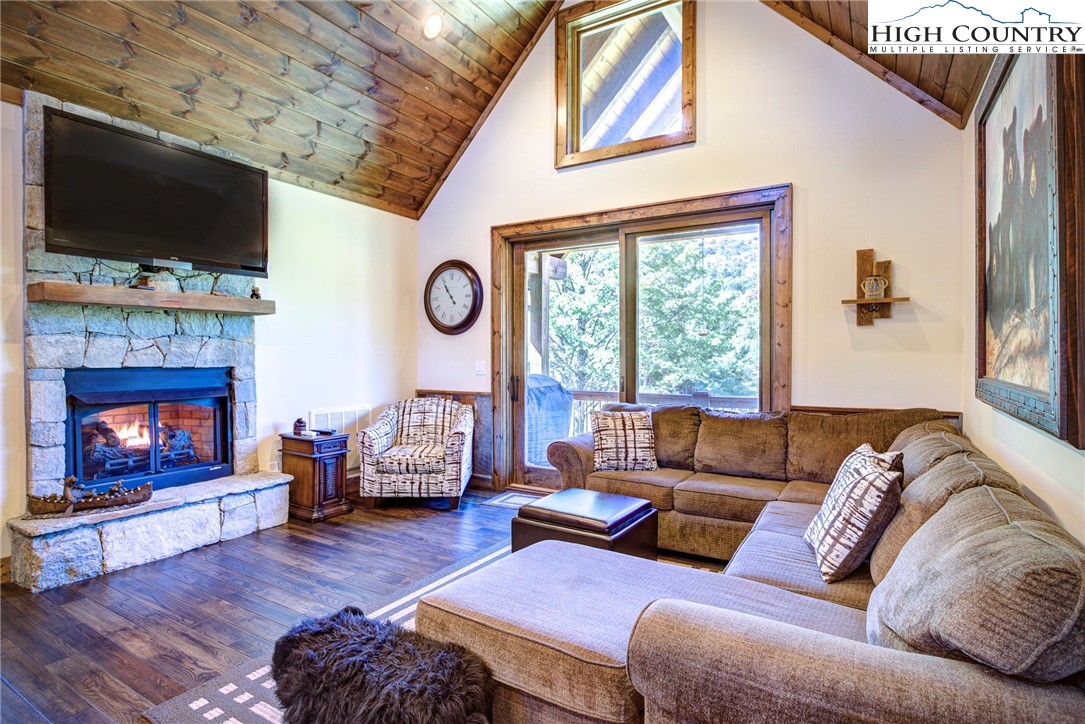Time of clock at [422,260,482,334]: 10:54
